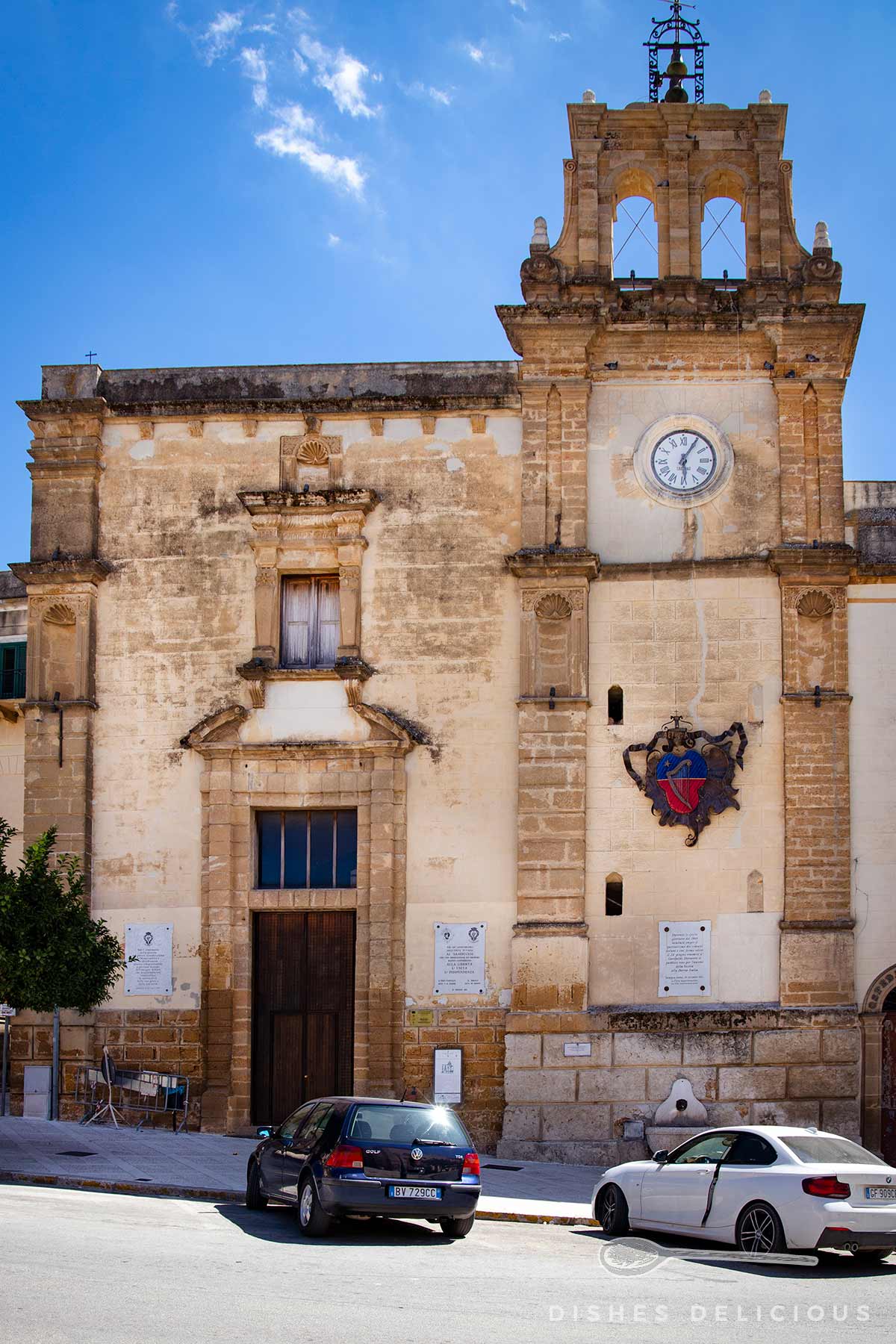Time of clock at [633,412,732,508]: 6:05
